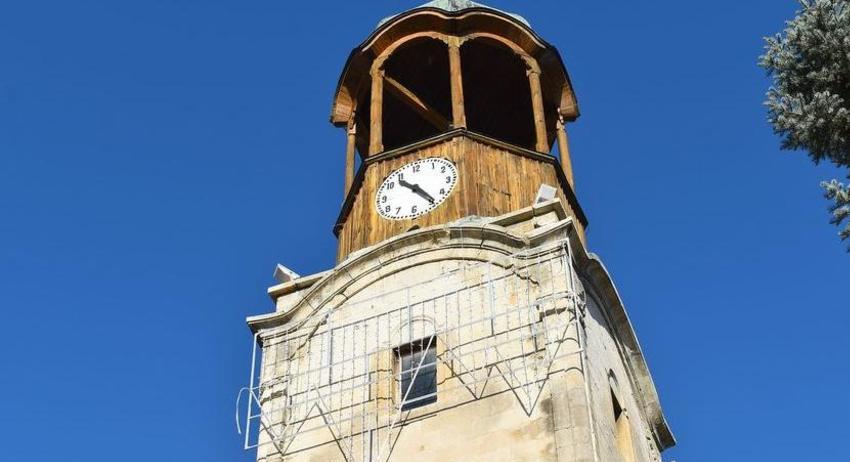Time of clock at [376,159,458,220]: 10:23
